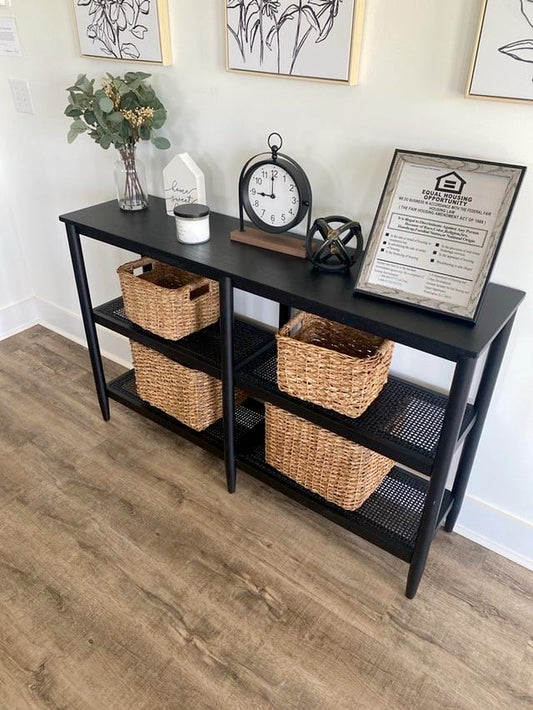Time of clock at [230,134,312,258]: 8:59
